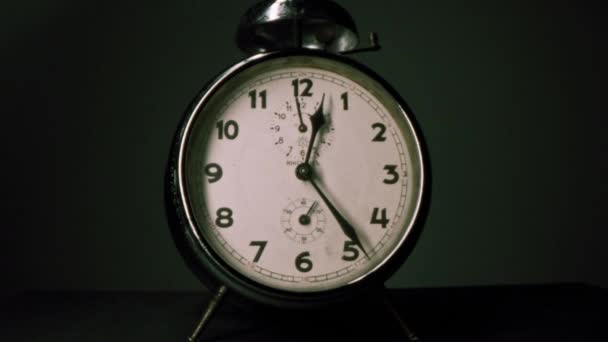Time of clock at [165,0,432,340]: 12:23
